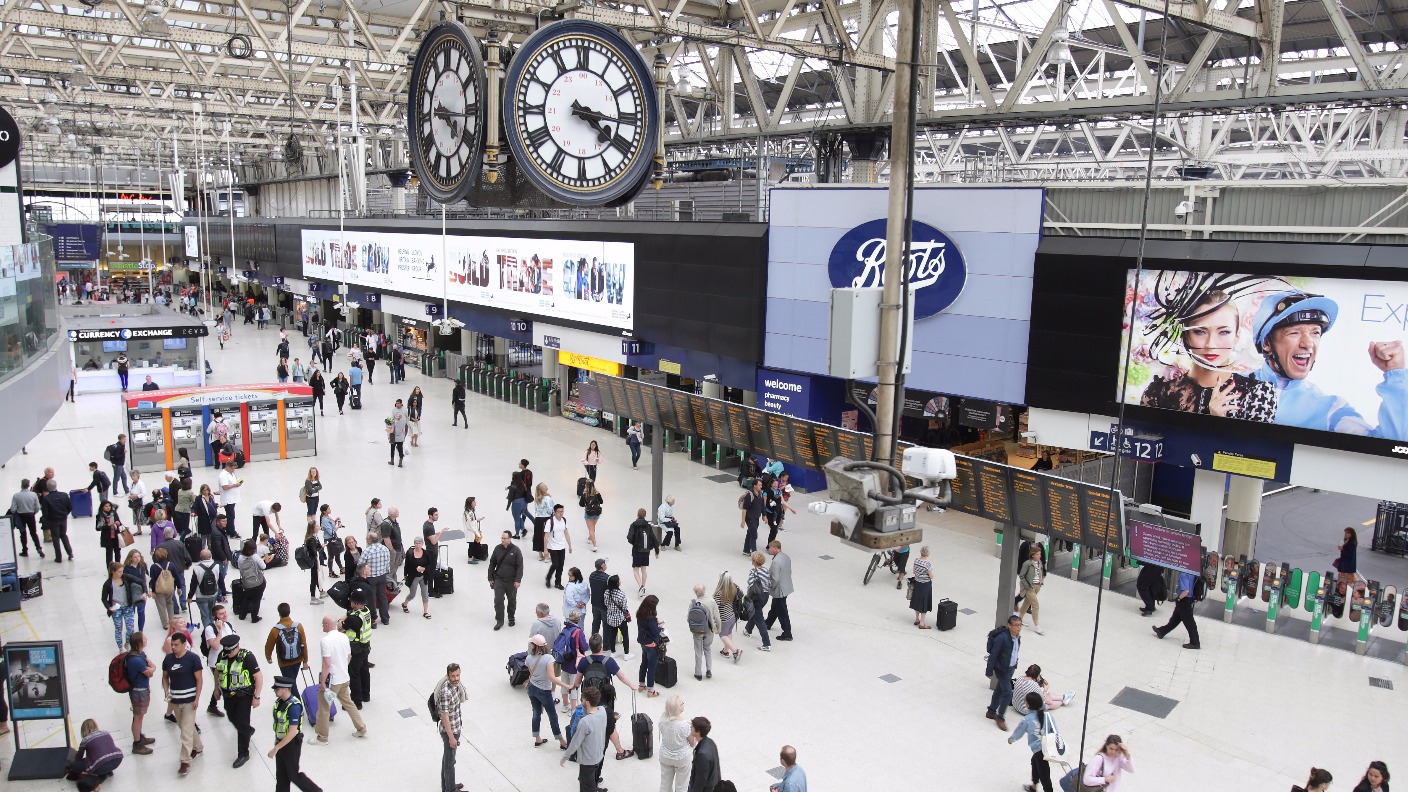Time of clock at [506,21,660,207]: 4:16
